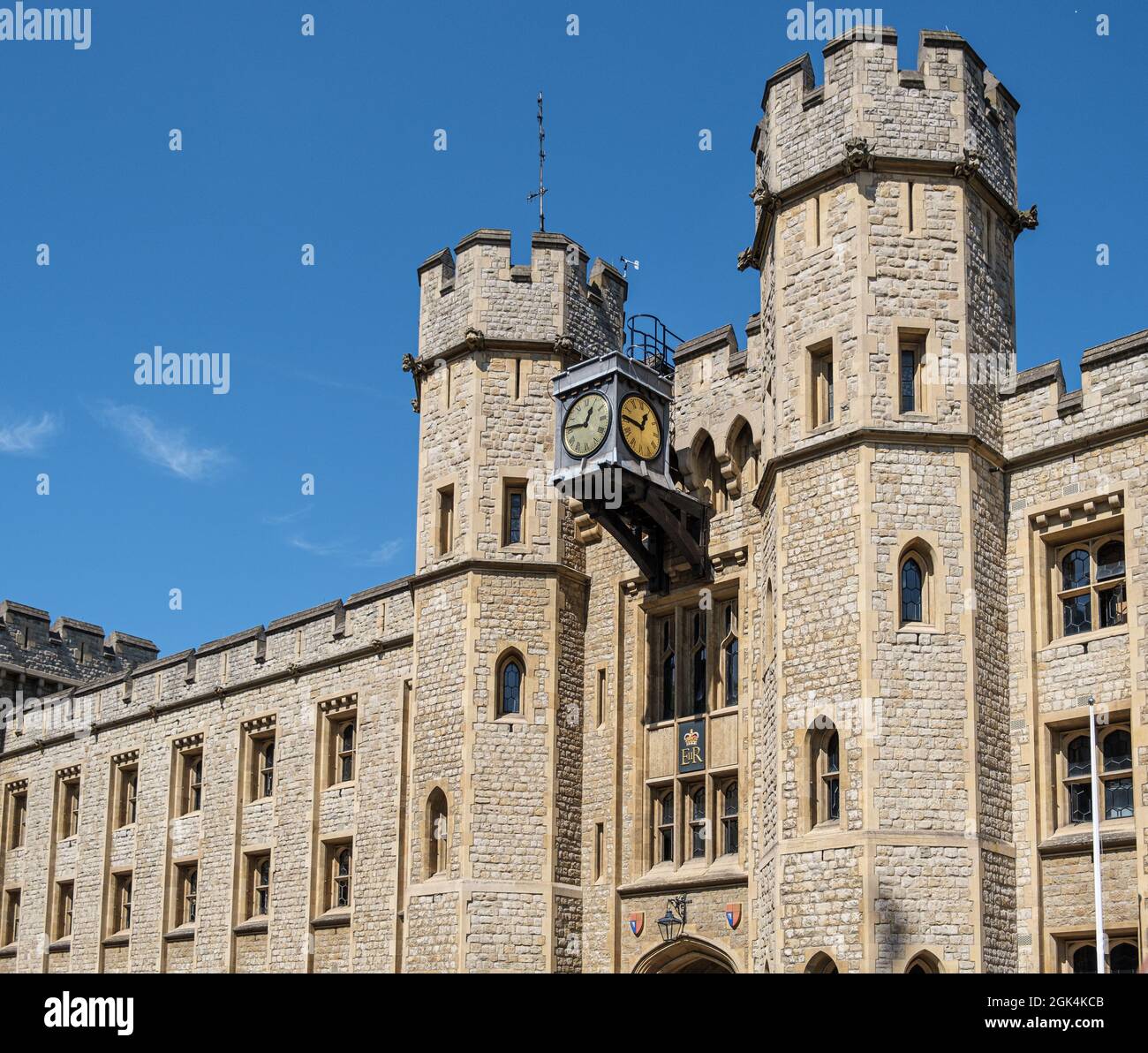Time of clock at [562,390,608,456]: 12:46
